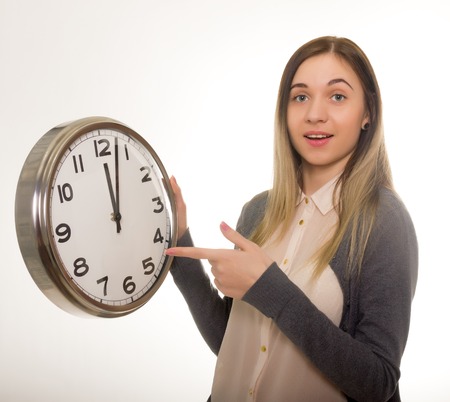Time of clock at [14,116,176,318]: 12:02
